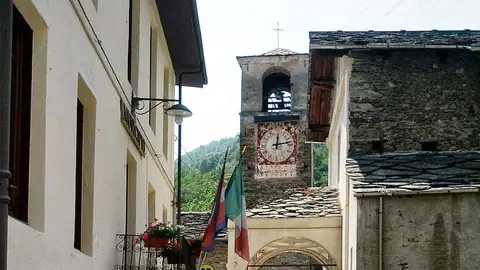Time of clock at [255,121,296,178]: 12:13
